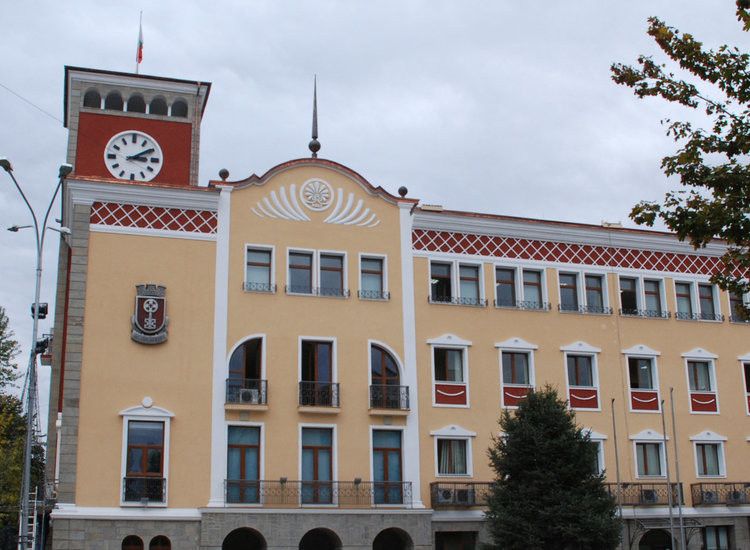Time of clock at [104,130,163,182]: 3:09
